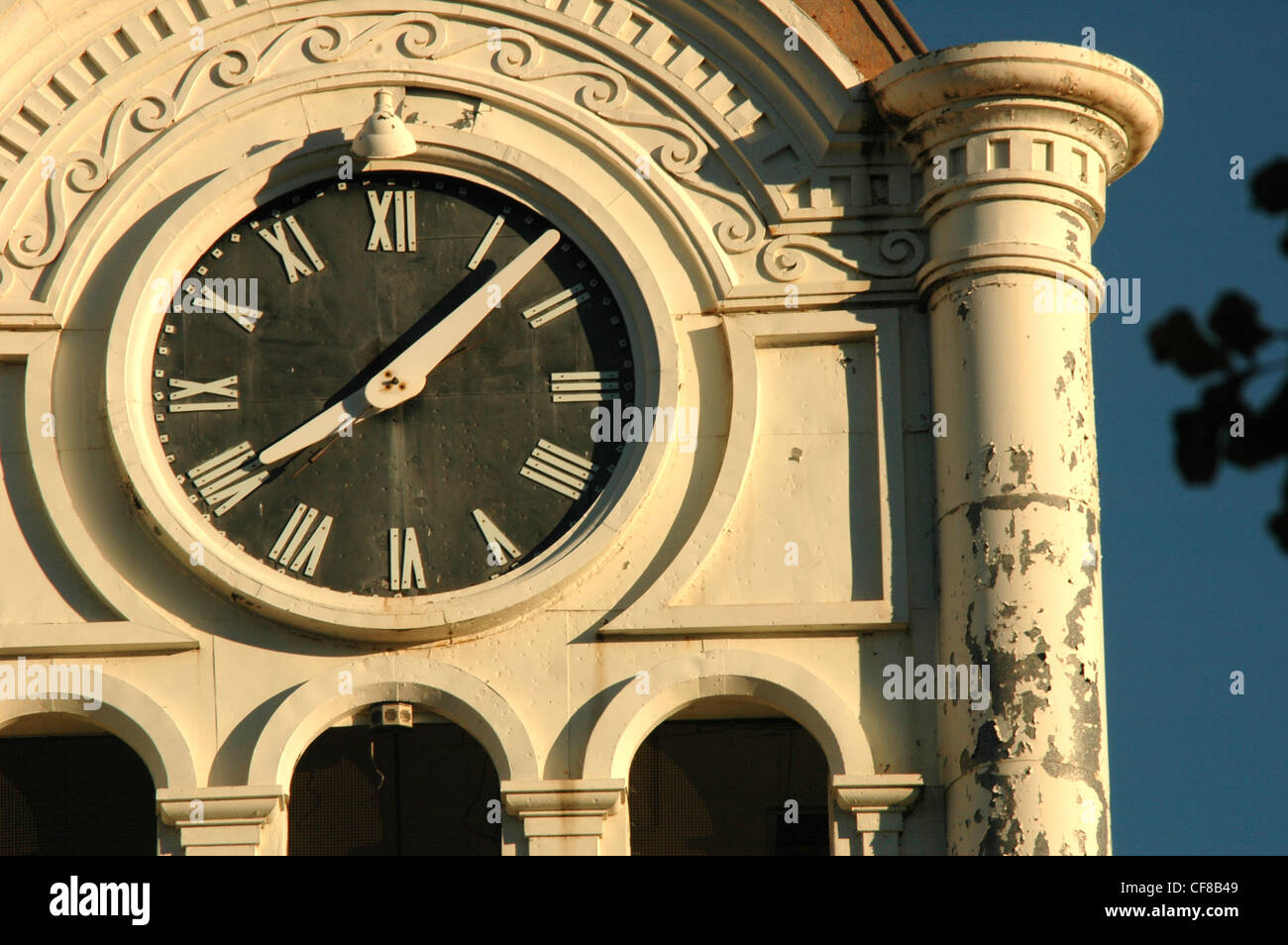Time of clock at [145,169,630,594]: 8:07
